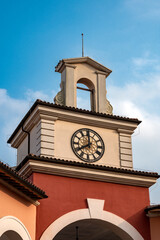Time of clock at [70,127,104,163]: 7:59
